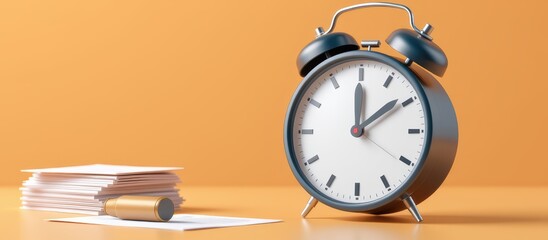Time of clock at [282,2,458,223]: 12:09
